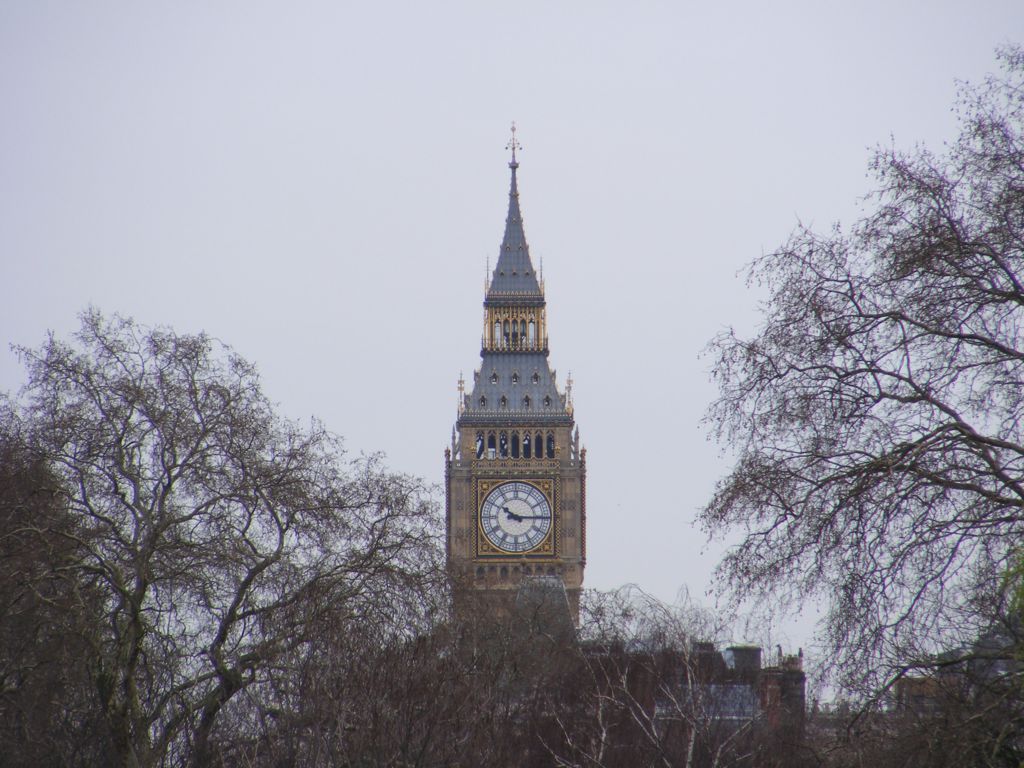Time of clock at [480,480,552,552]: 10:15
